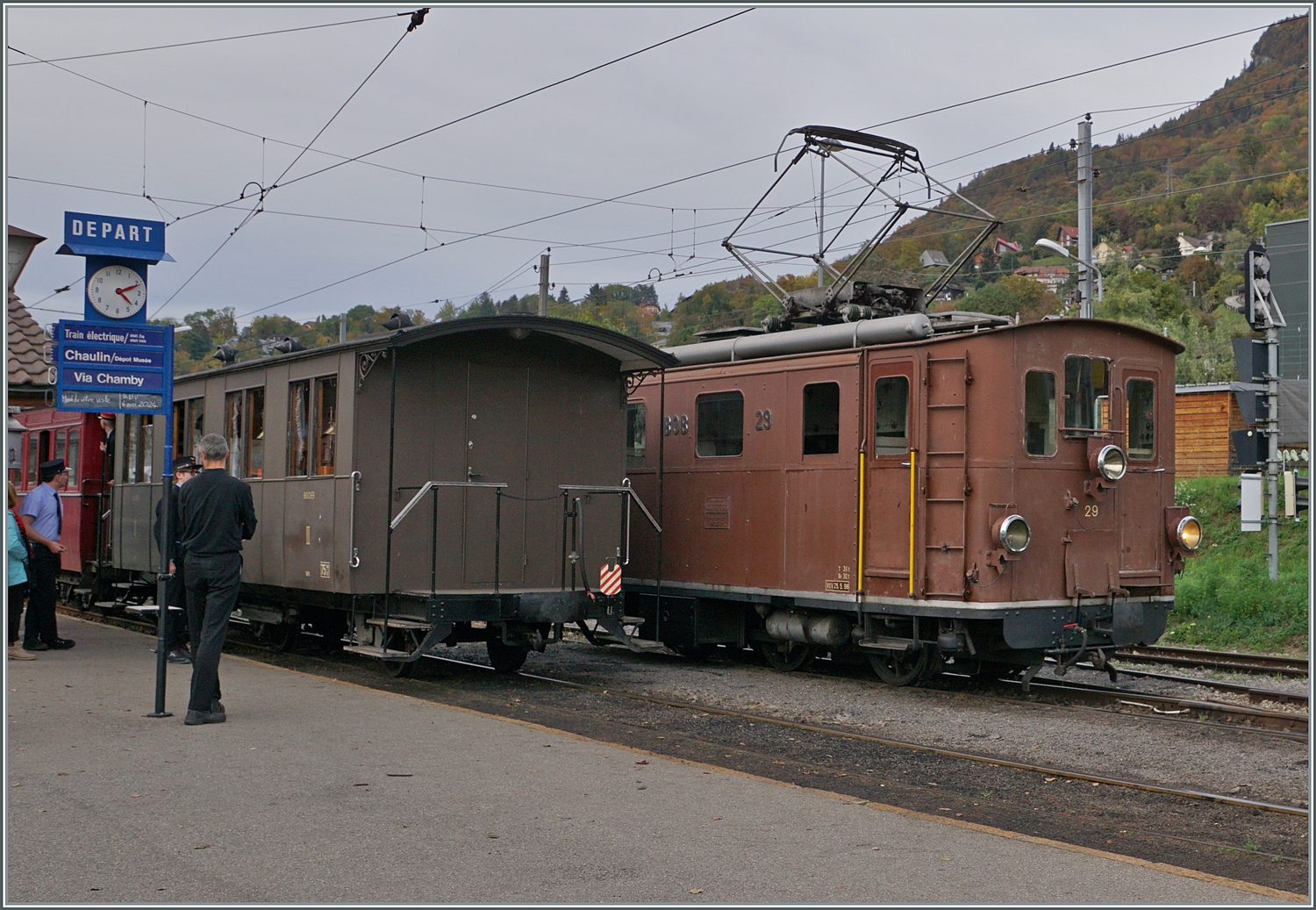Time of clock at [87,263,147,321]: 4:11
